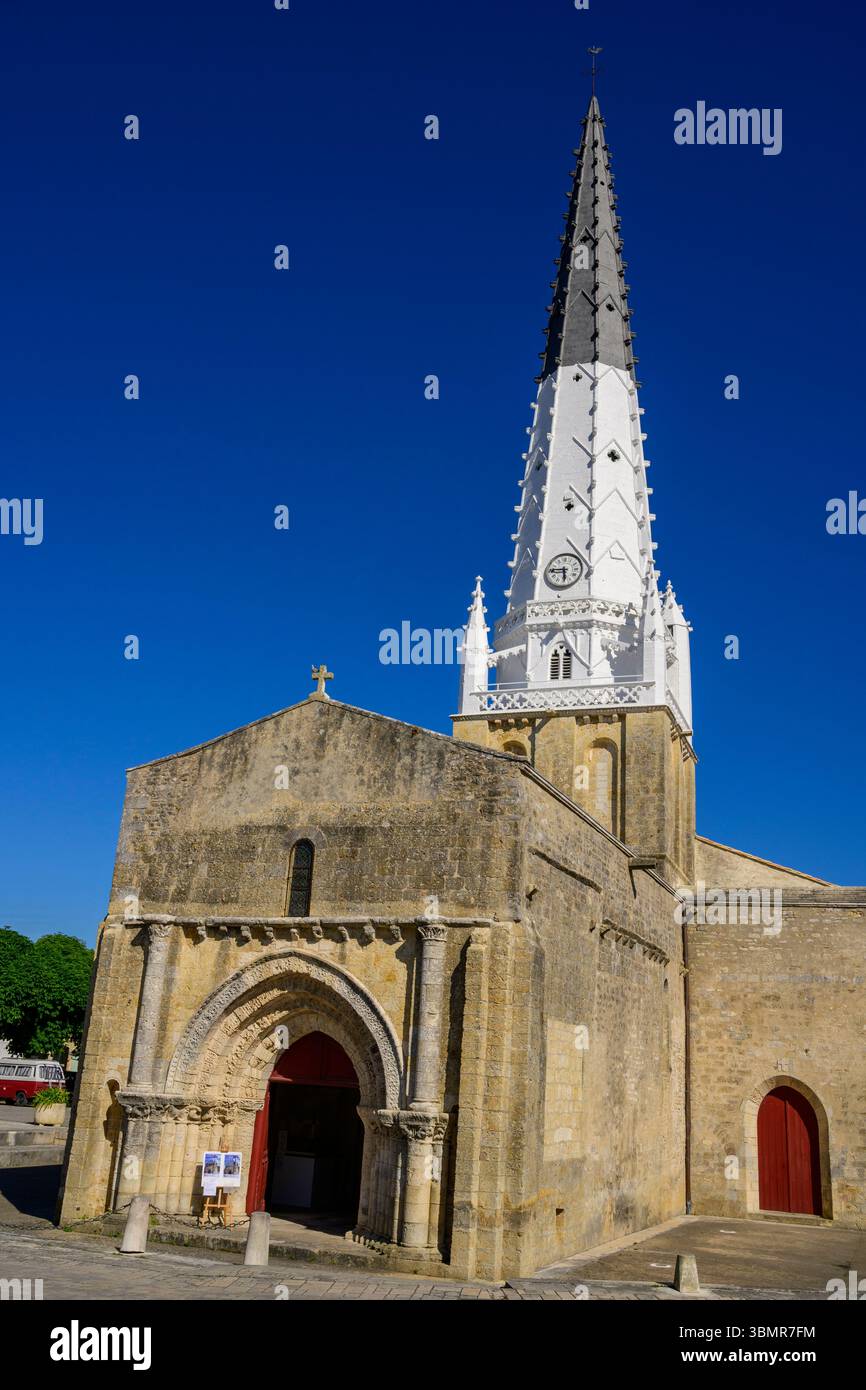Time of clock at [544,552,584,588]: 5:45
